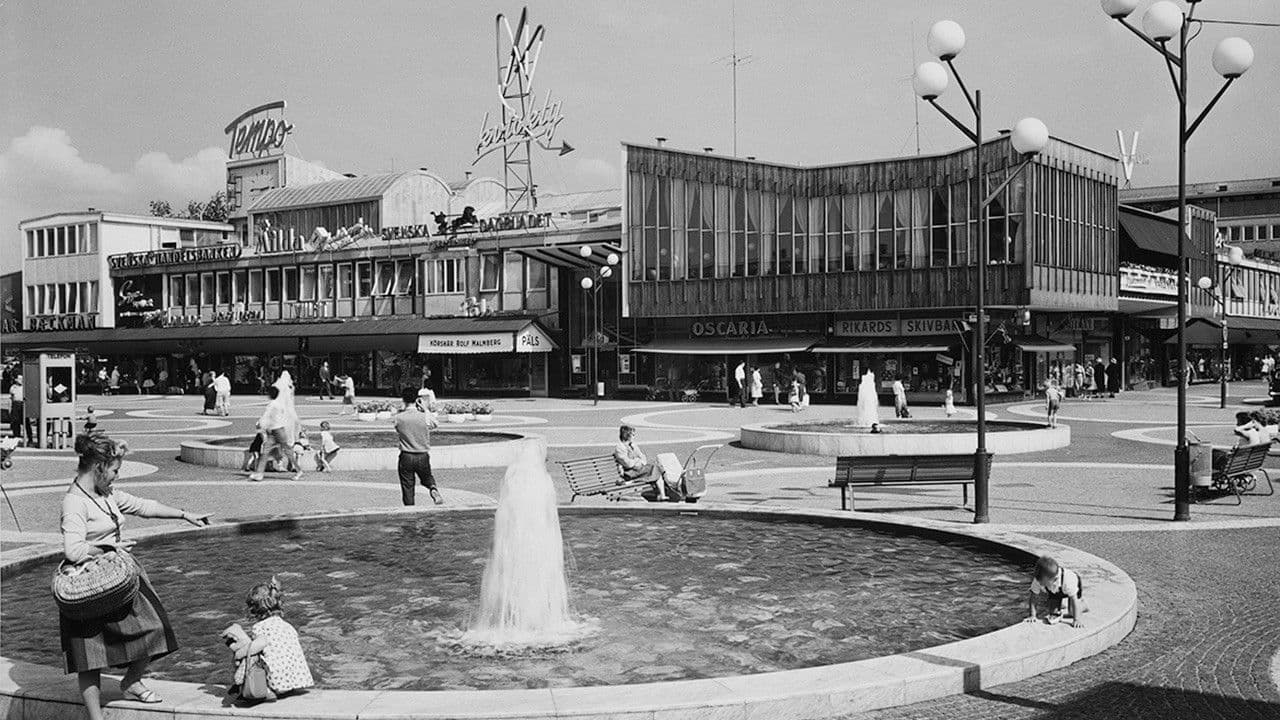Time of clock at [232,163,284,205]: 2:45
